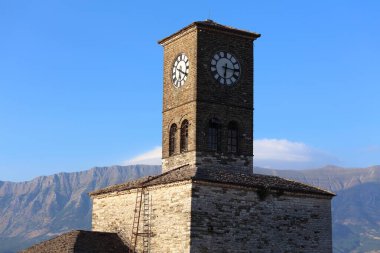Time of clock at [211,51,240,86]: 6:15
